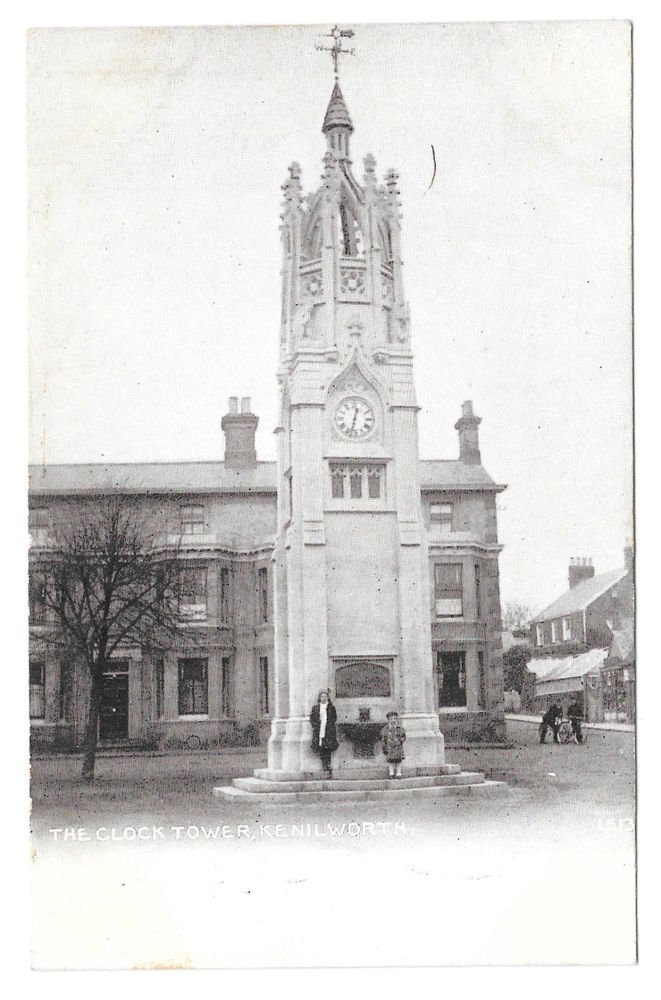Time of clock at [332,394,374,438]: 12:32
